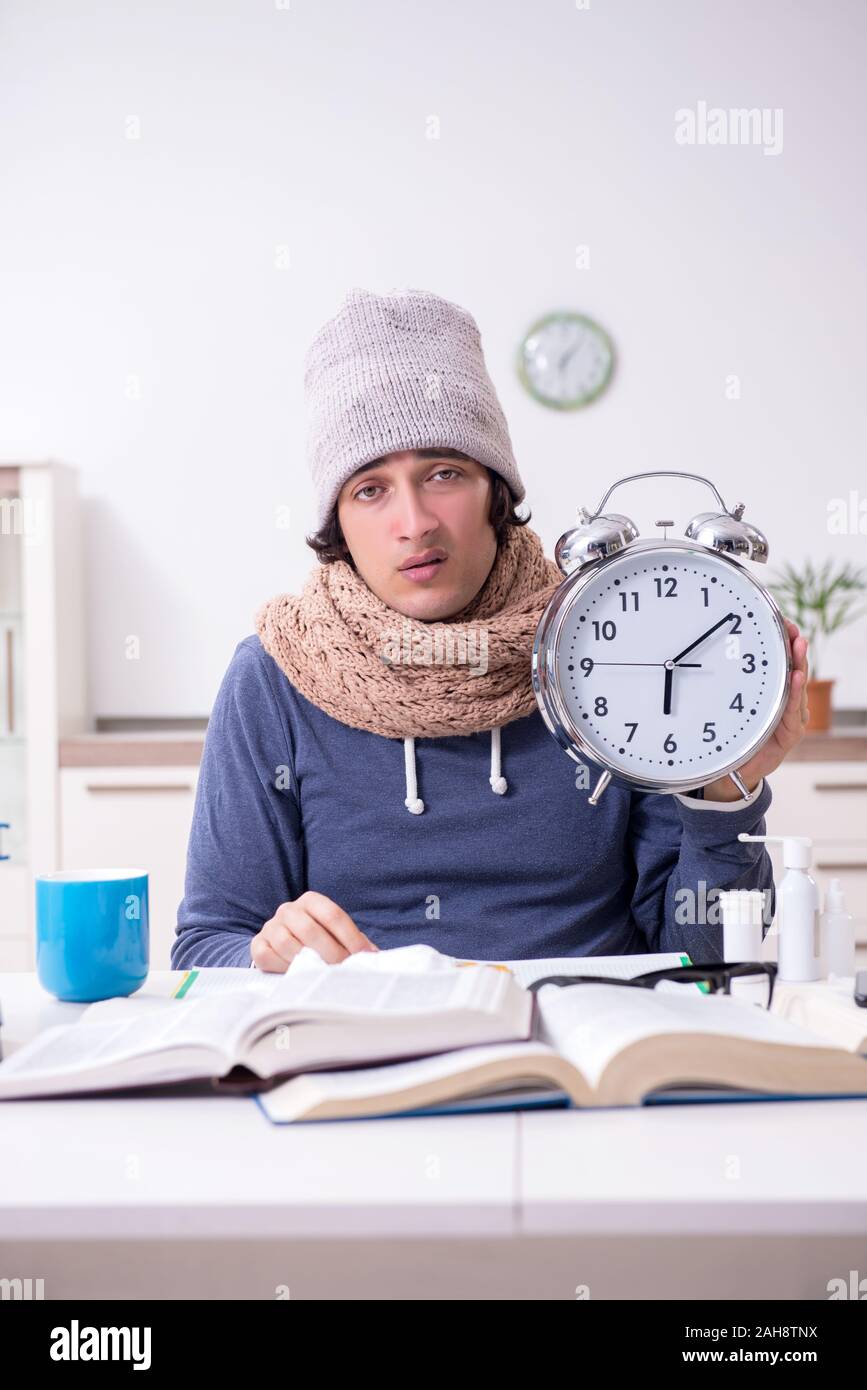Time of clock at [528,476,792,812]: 6:08
